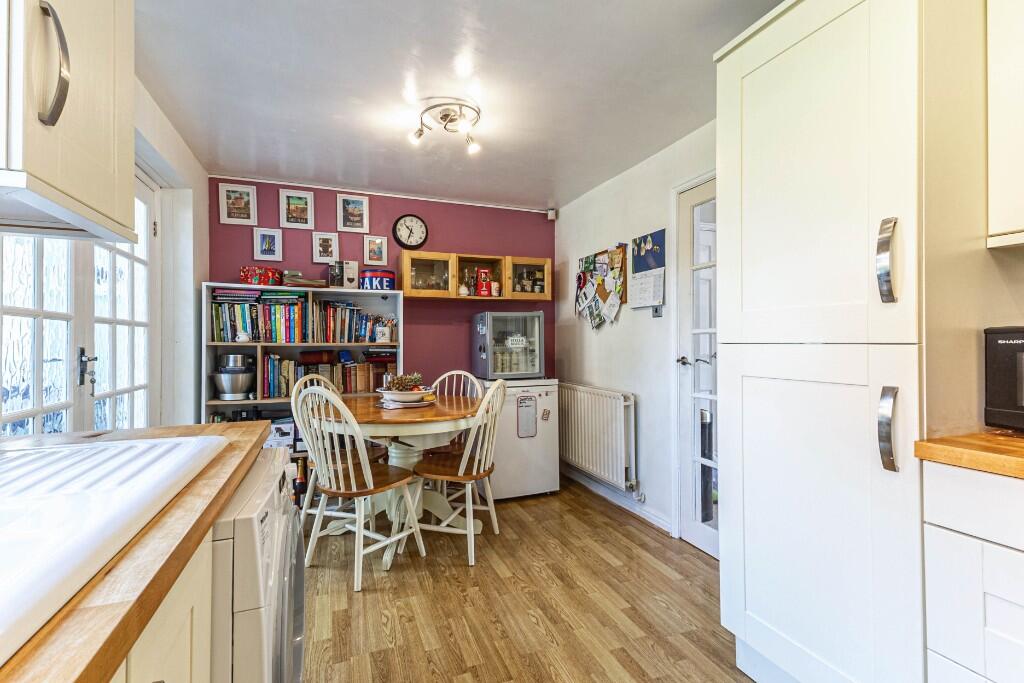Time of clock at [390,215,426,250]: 10:33
